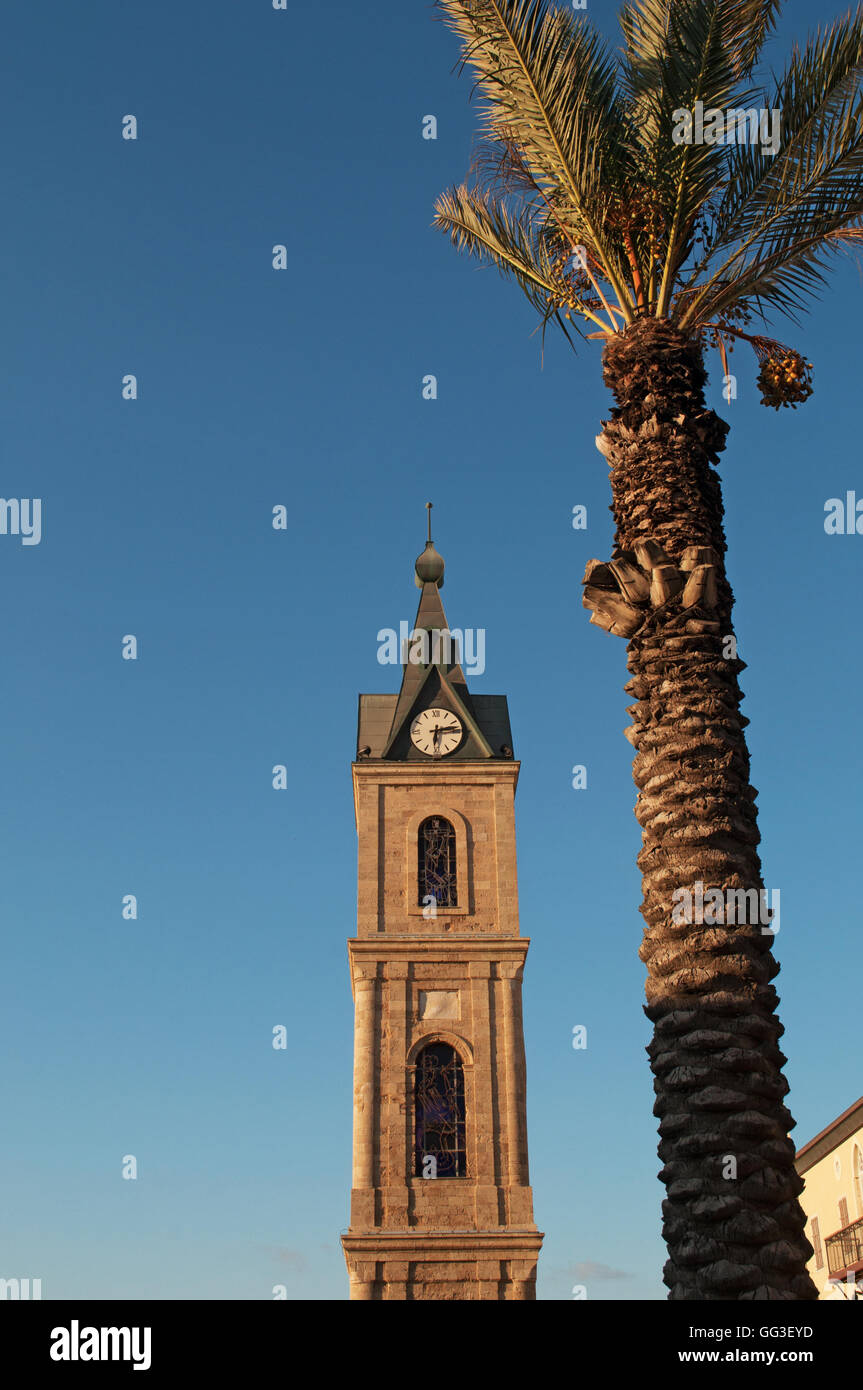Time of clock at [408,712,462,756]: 6:13
